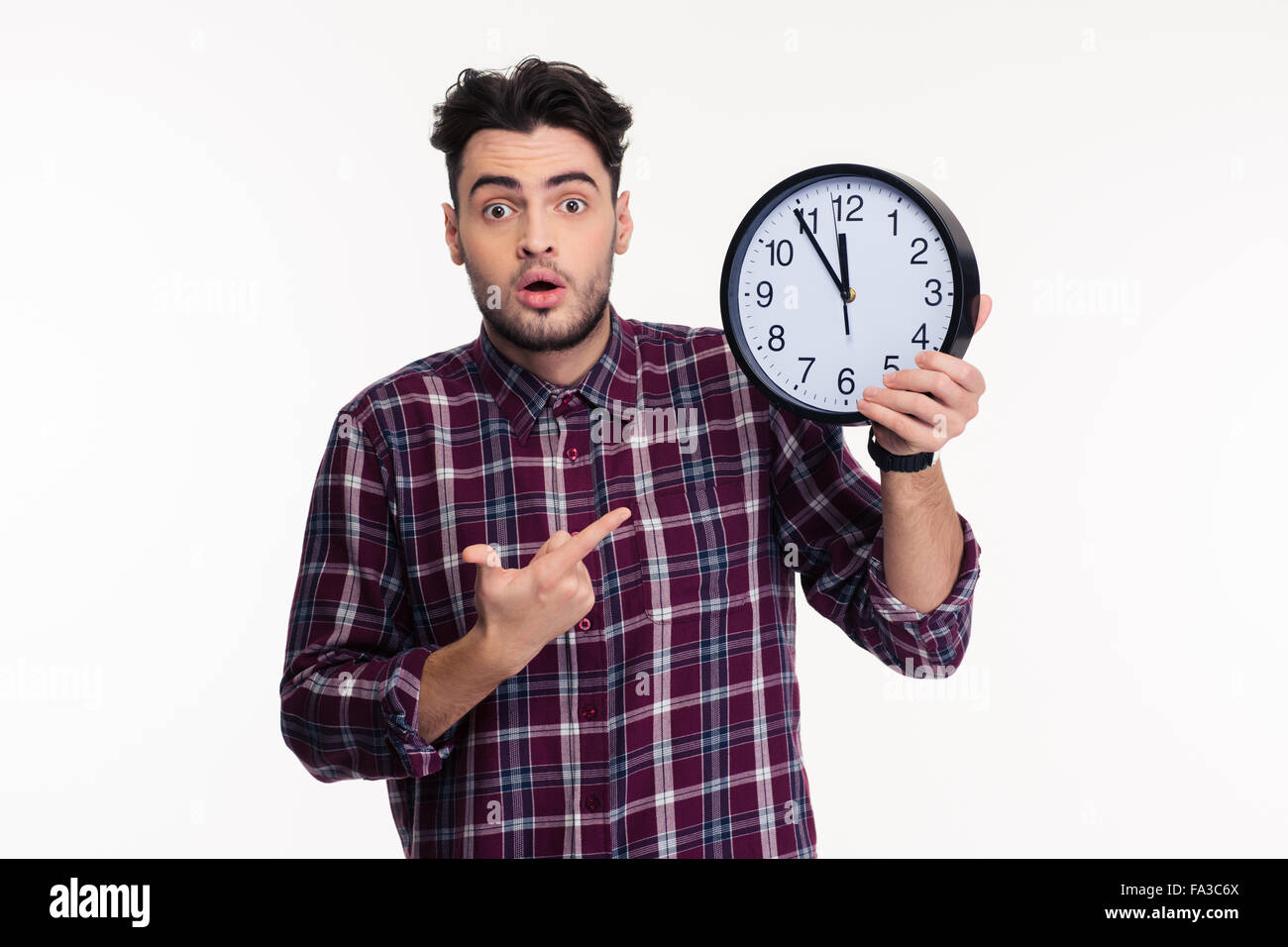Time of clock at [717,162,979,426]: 11:54
